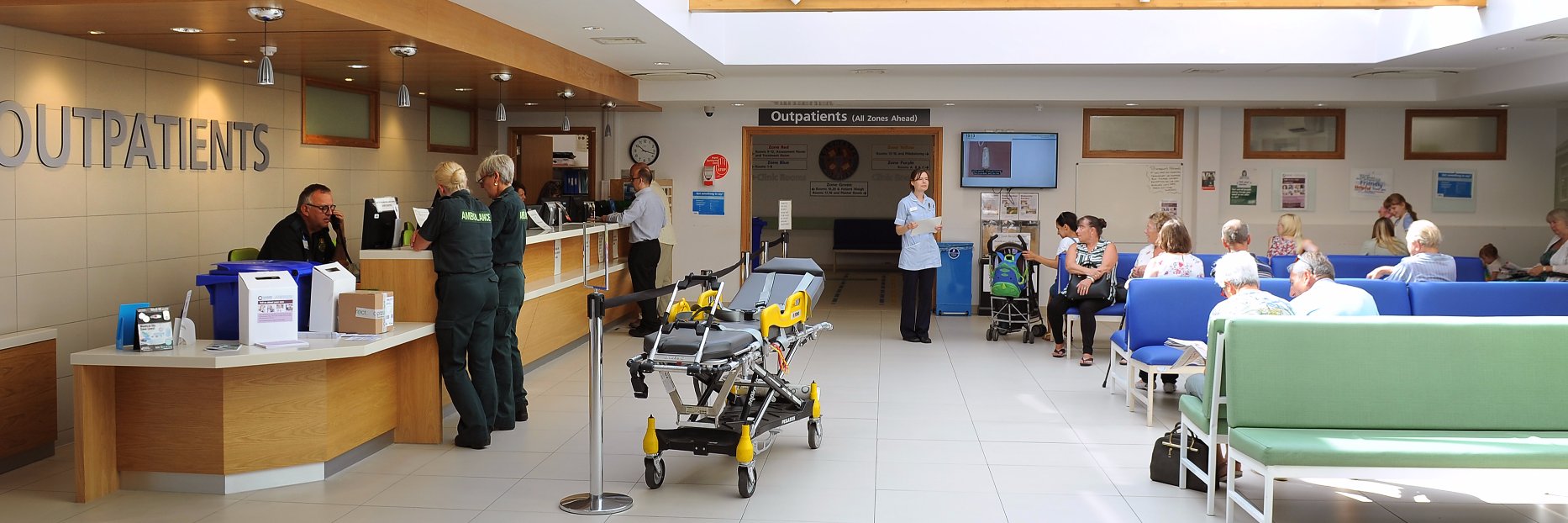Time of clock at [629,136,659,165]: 10:17
